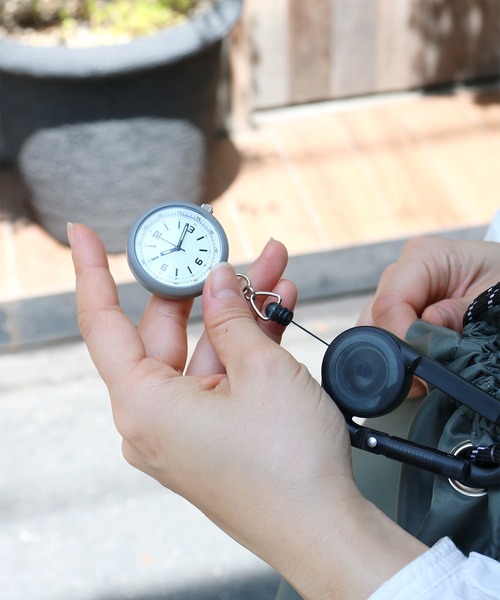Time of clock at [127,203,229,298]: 8:02
